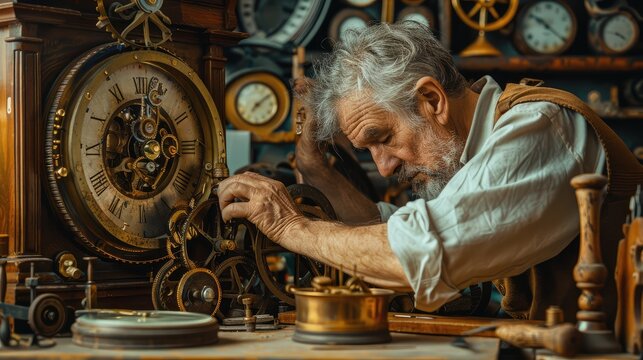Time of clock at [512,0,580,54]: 10:21
